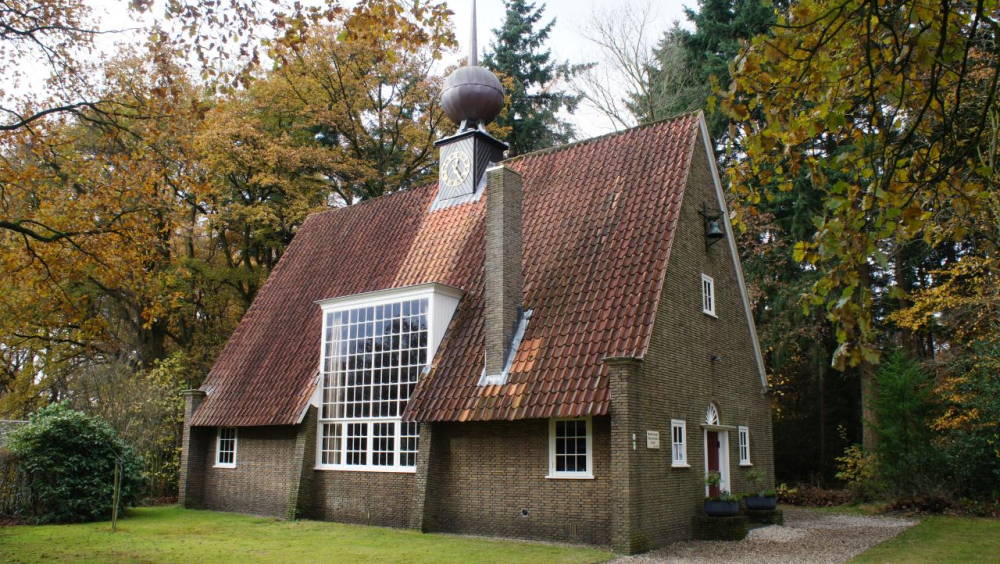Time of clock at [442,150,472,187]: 12:23
